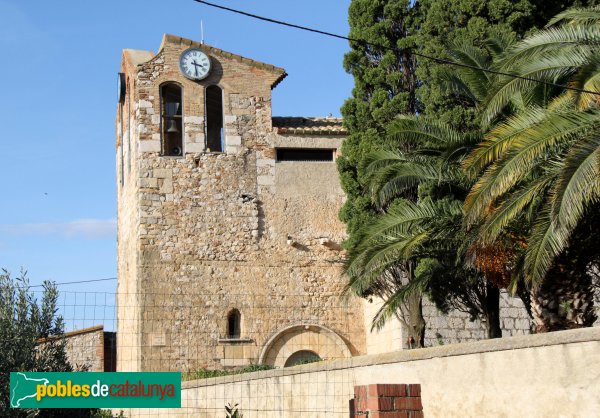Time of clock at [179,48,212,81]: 3:28
